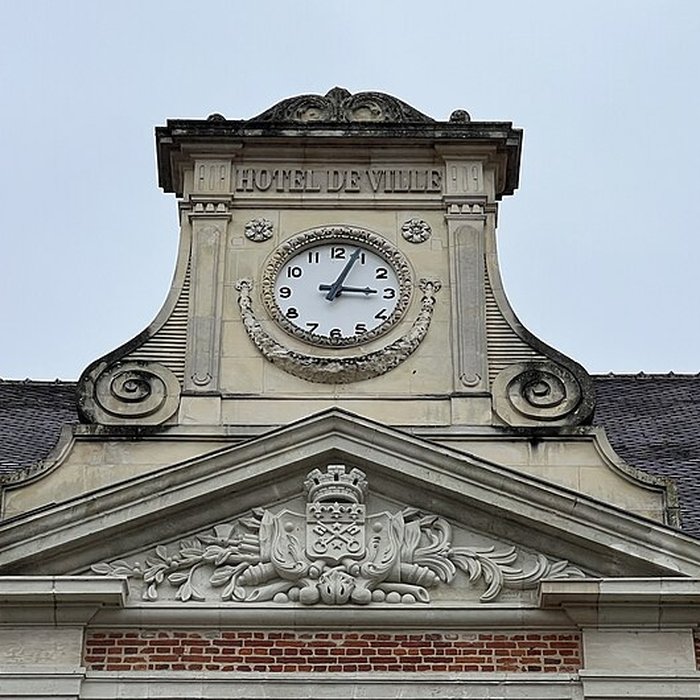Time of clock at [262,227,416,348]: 3:03
